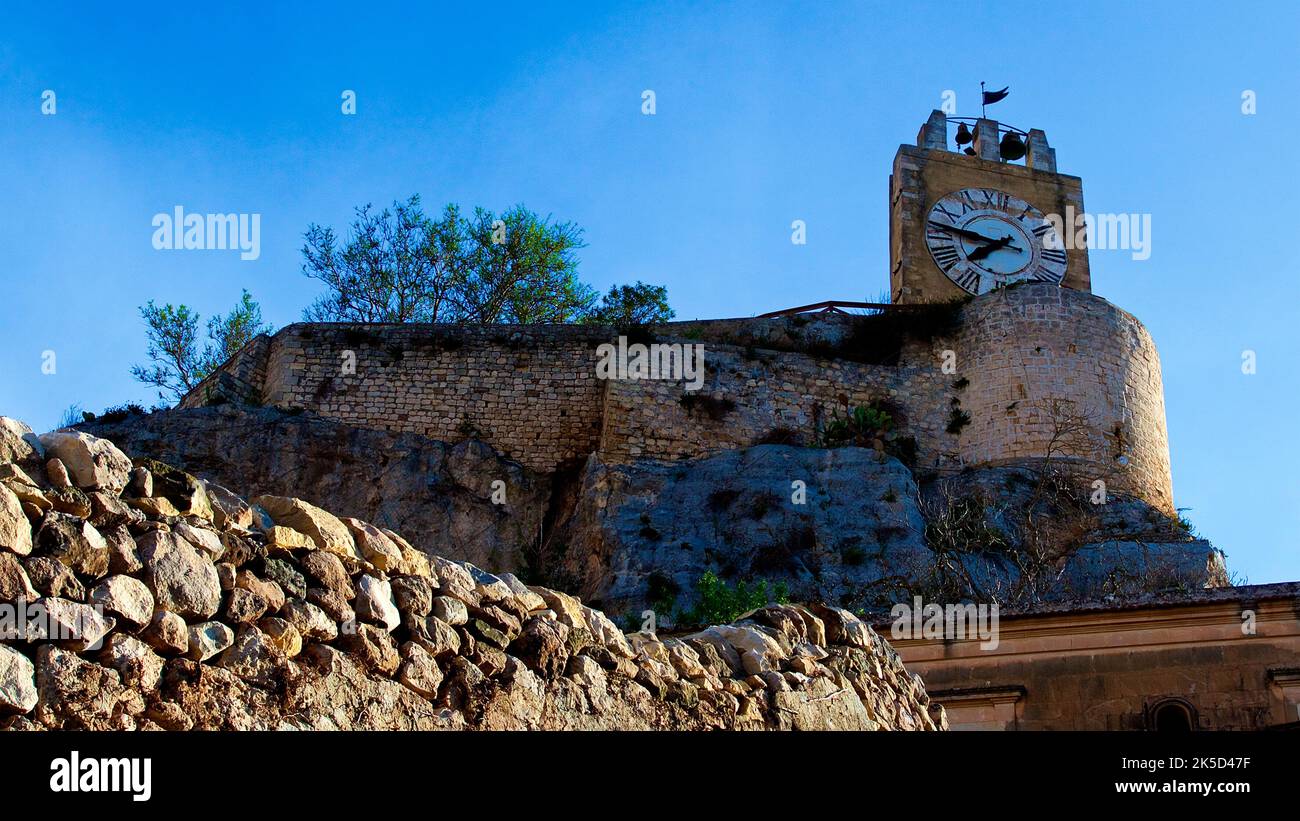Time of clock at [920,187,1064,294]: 7:46
